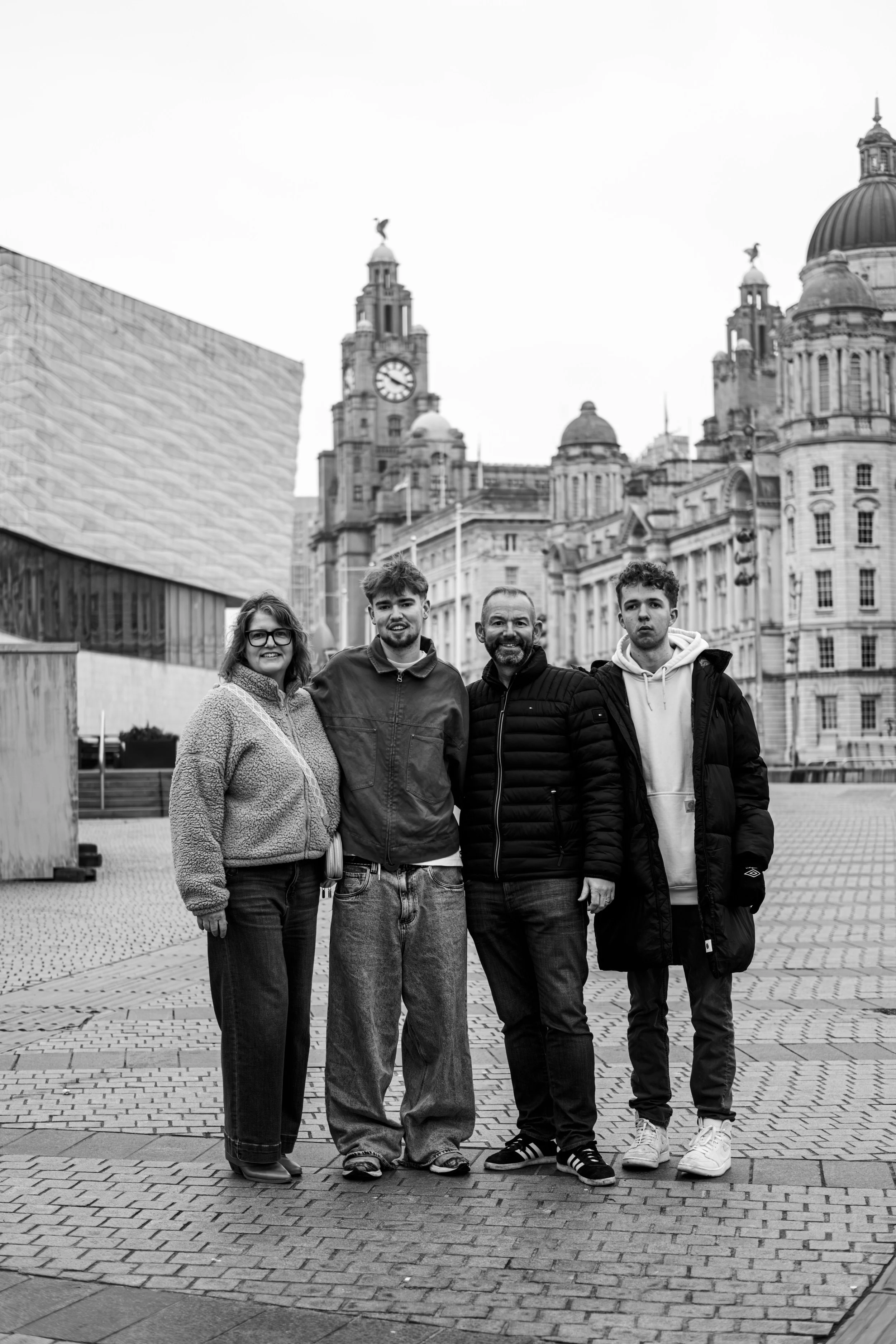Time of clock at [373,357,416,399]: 10:18
